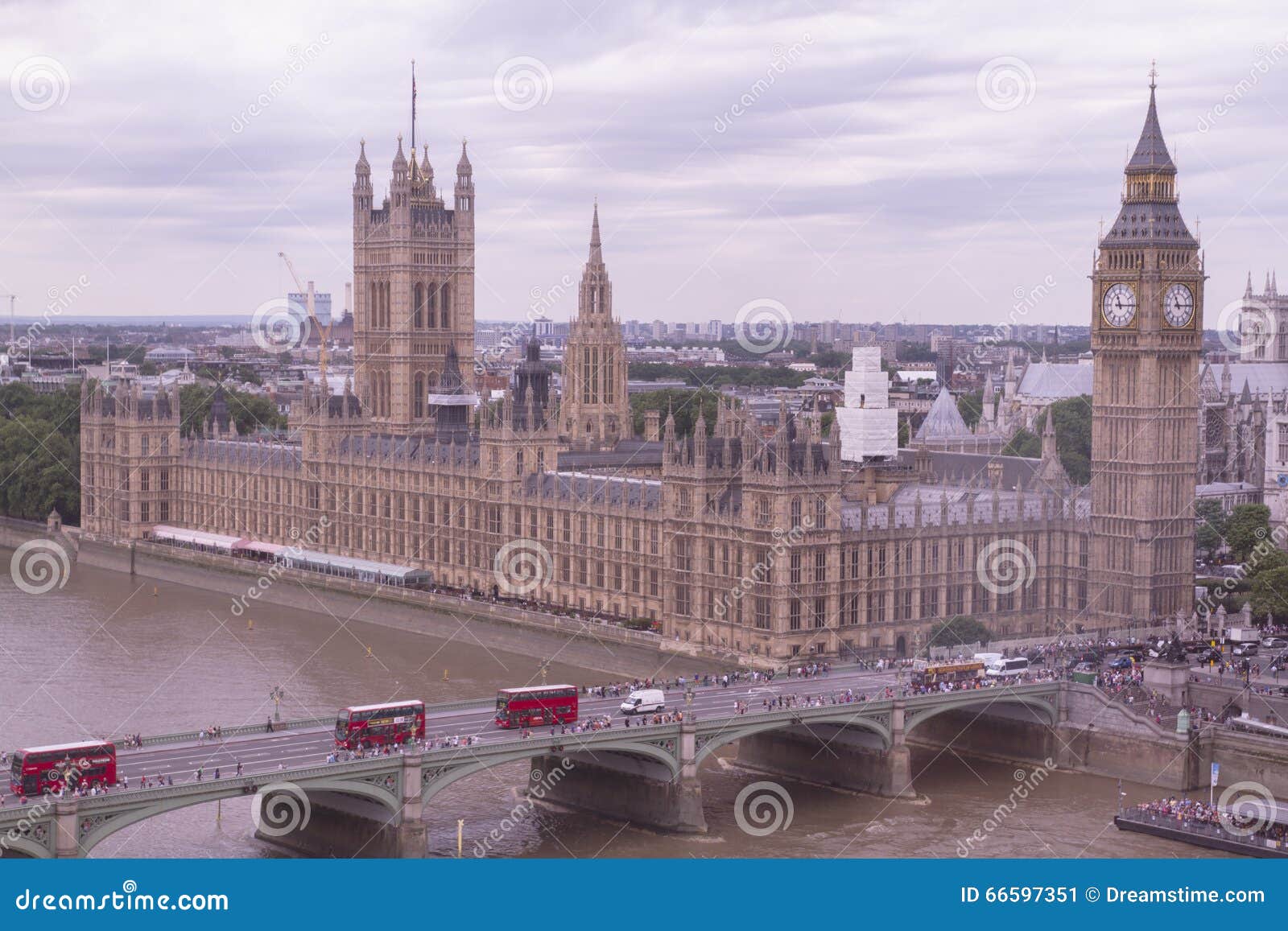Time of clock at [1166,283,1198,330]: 11:14
